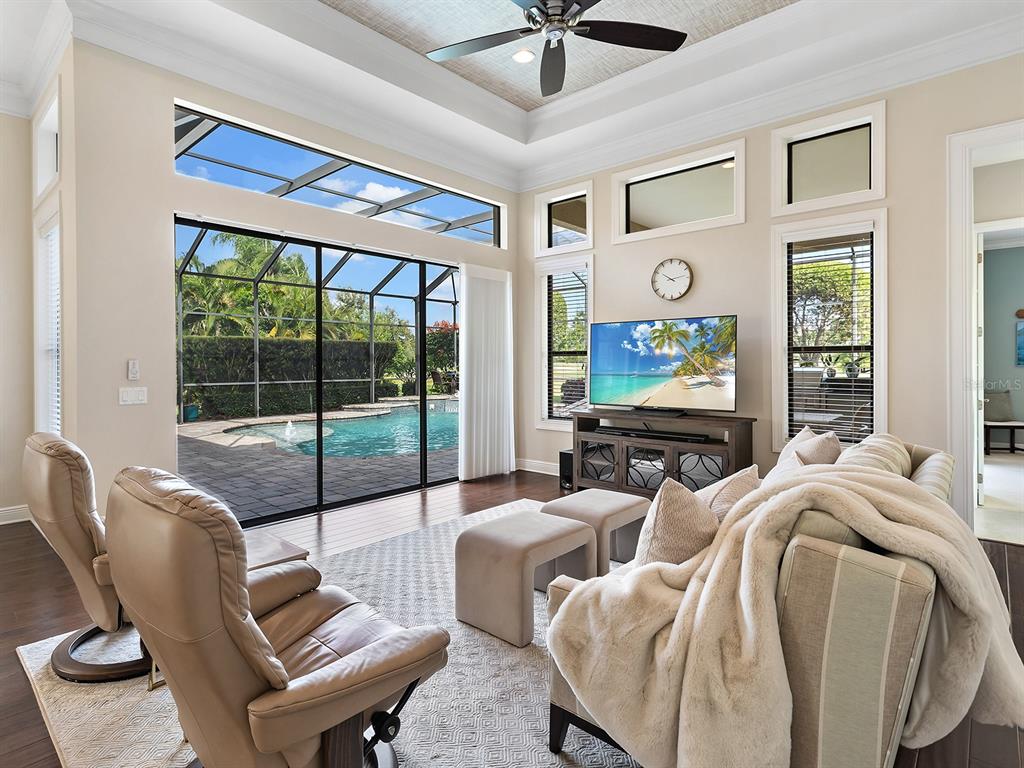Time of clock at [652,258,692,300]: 10:13
